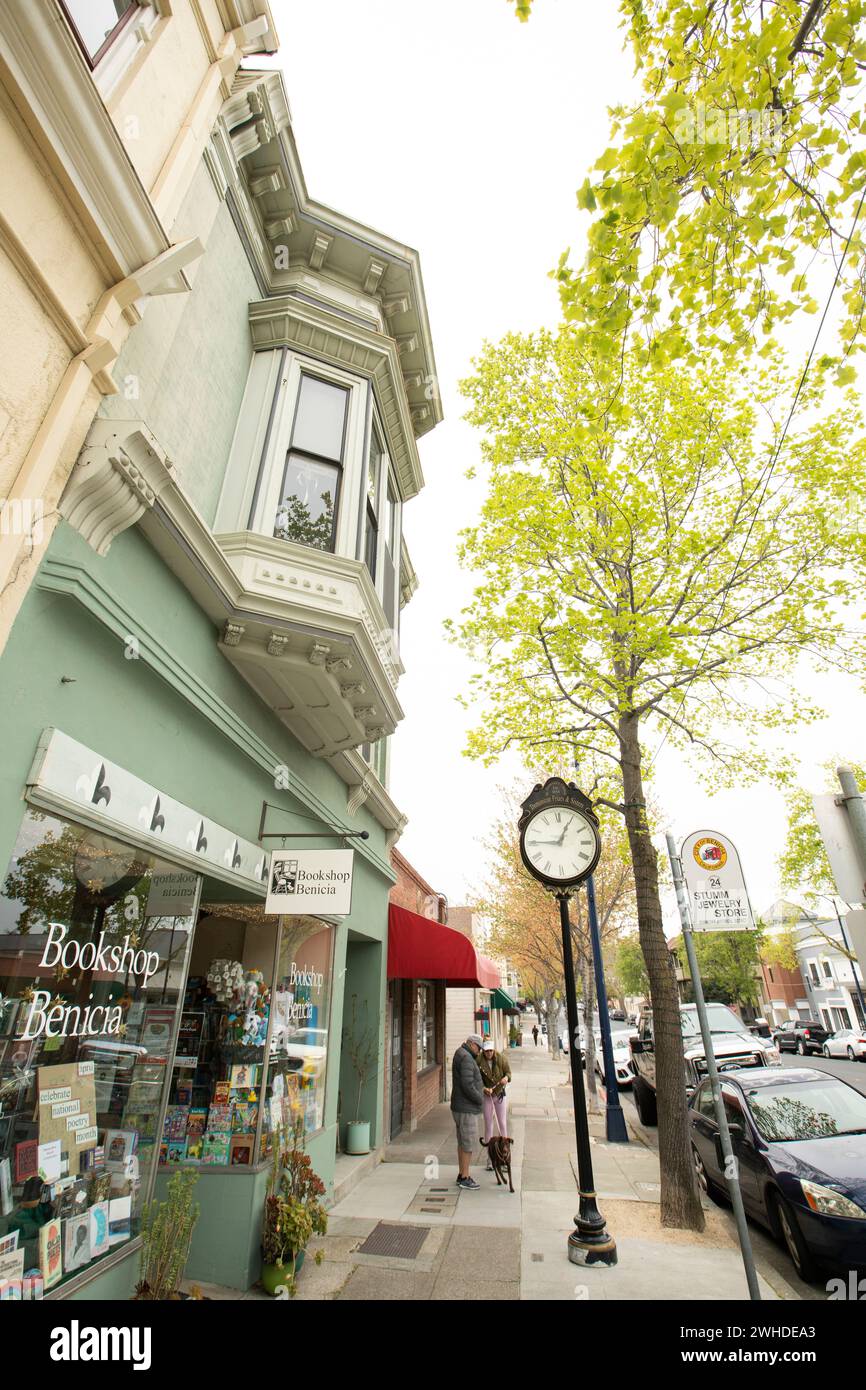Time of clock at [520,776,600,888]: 12:45
